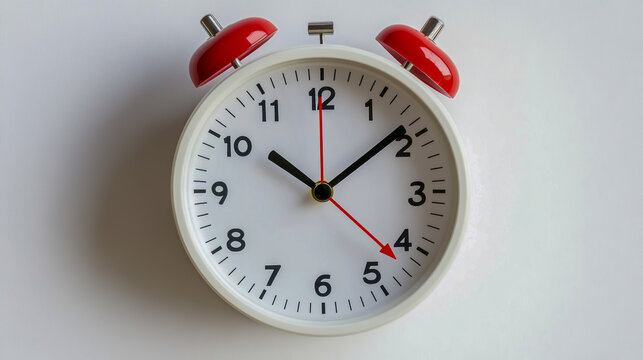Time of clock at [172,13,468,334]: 10:08
